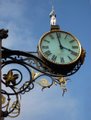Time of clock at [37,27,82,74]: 3:58
